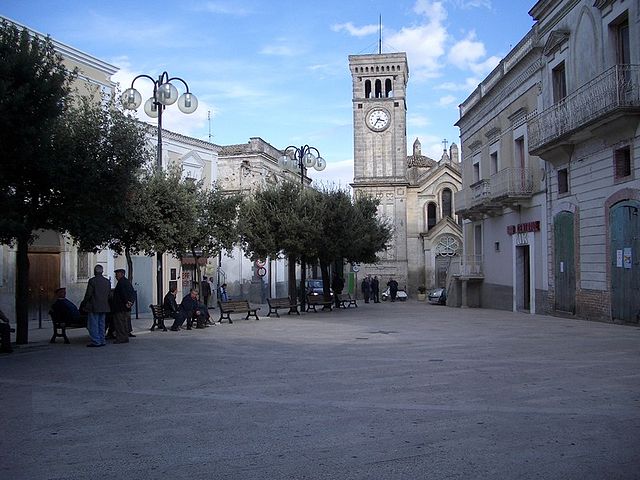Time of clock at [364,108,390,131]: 3:35
